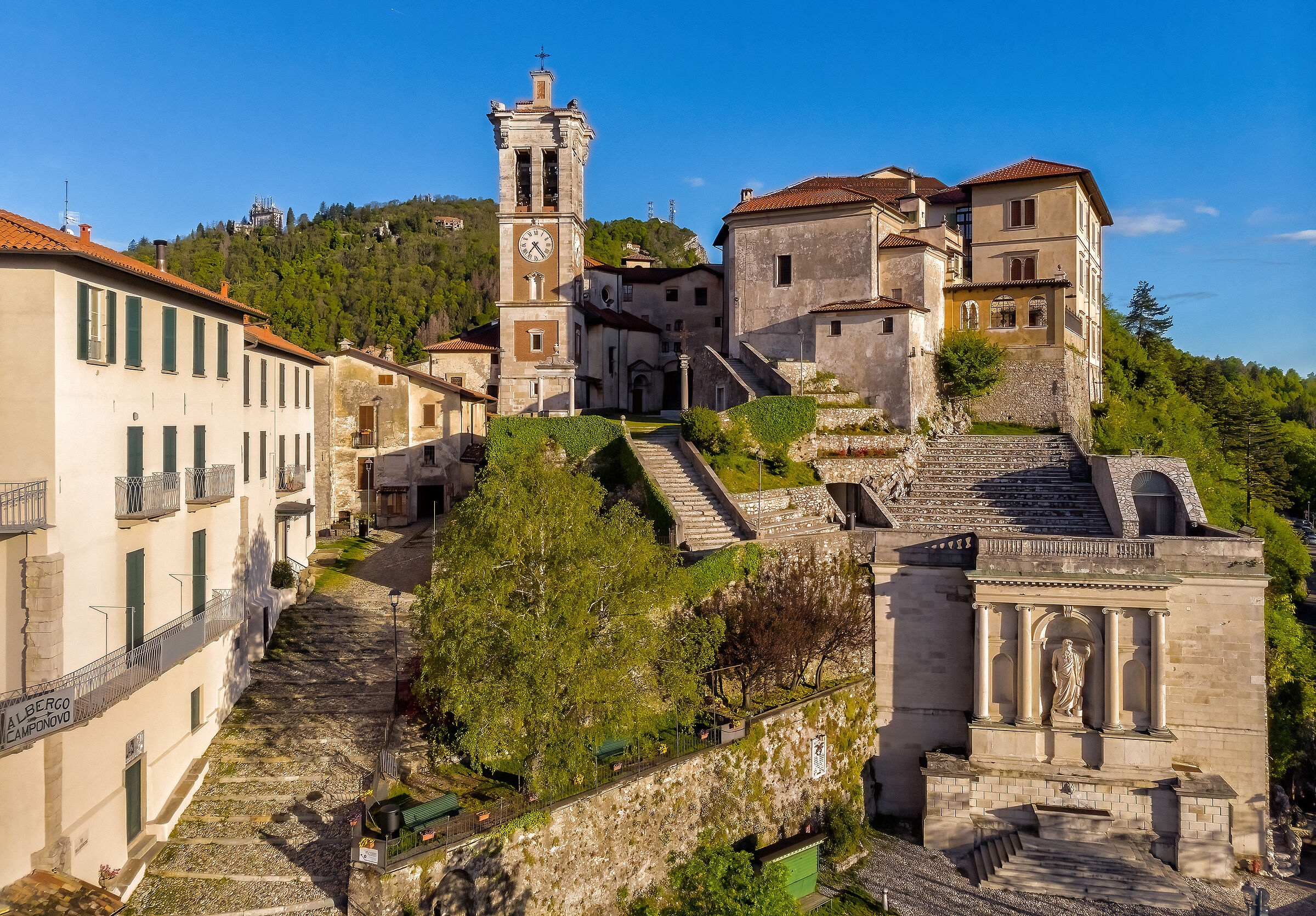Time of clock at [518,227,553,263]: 7:23
